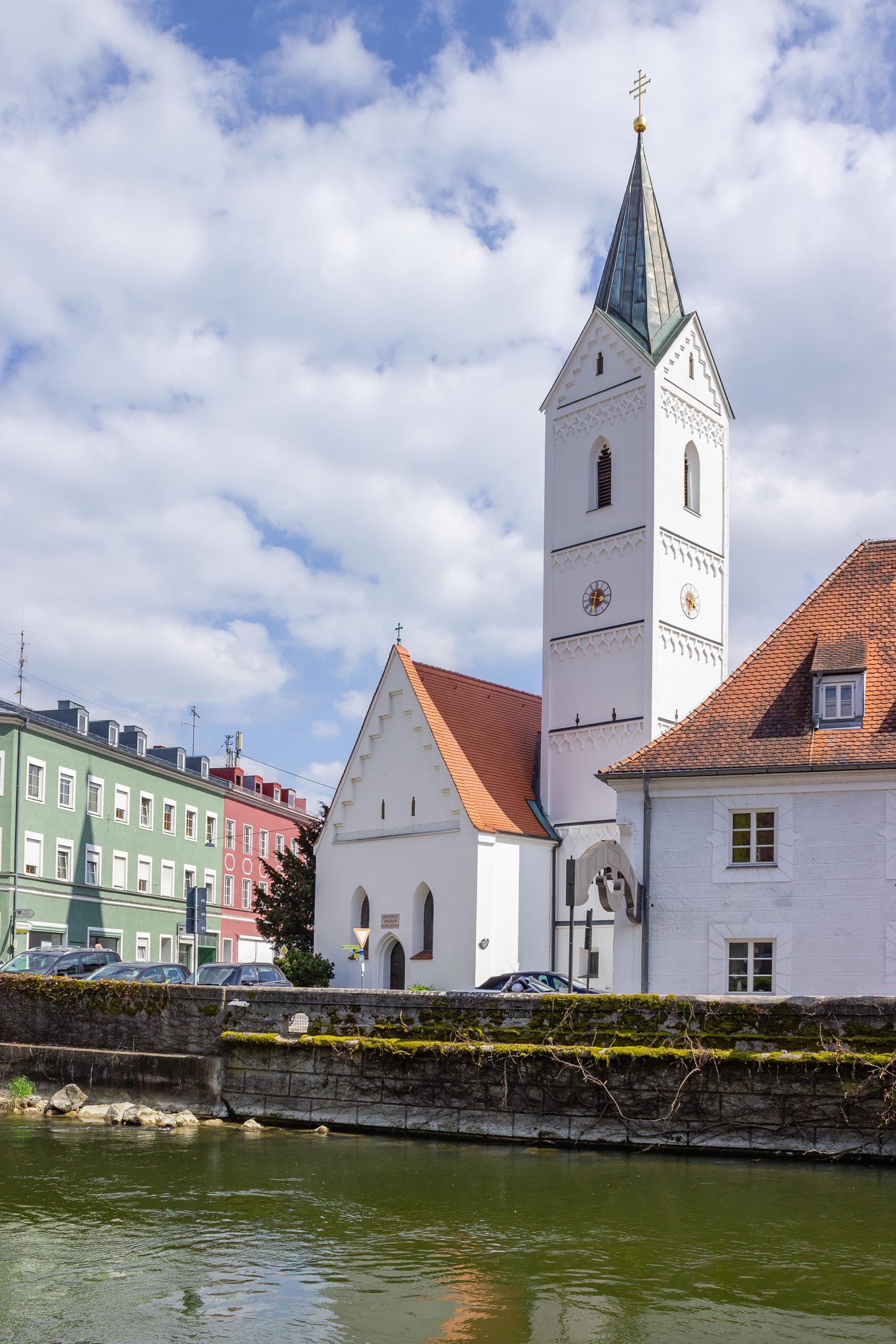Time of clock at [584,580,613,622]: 3:33
